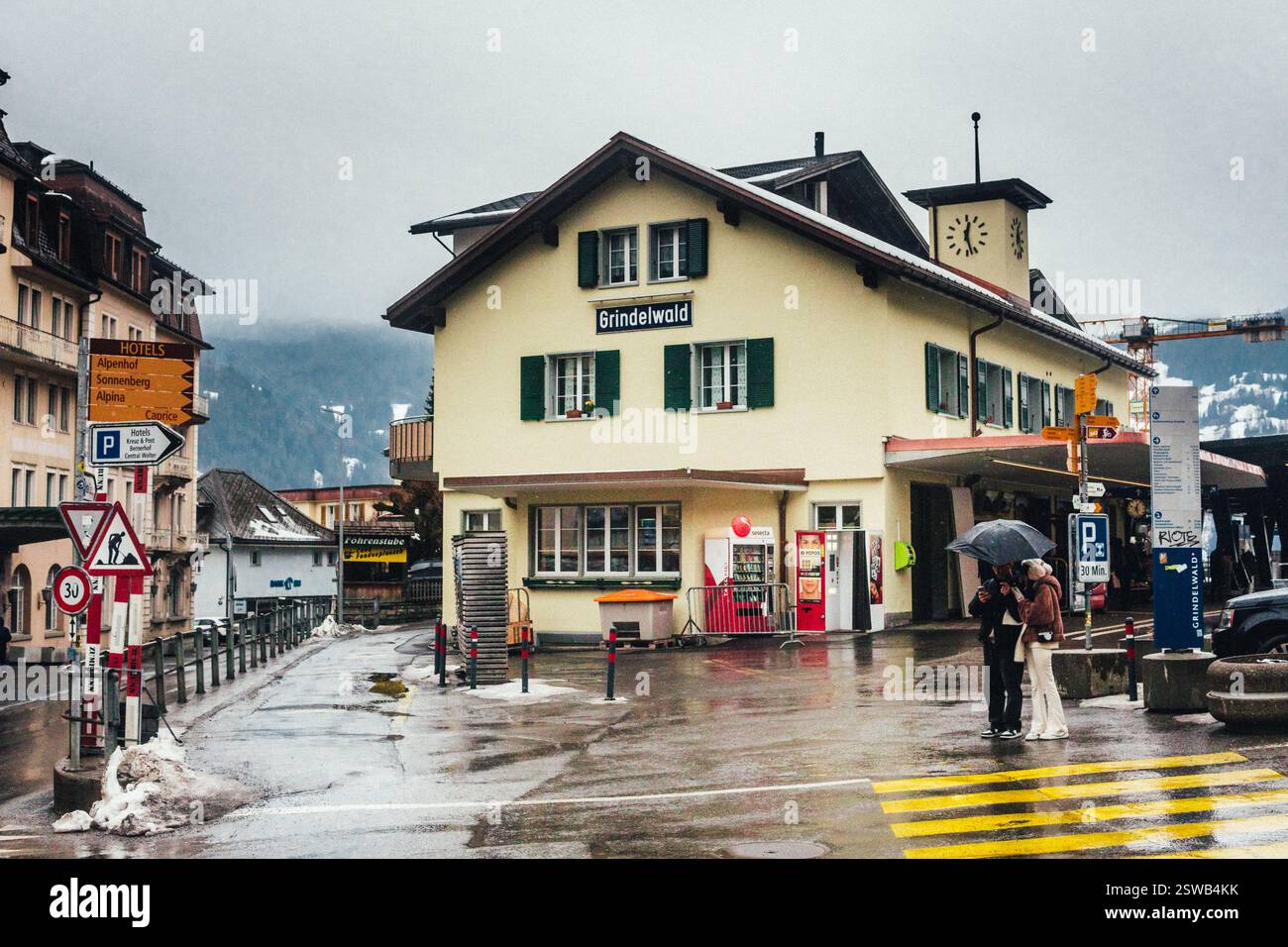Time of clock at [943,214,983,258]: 12:27
